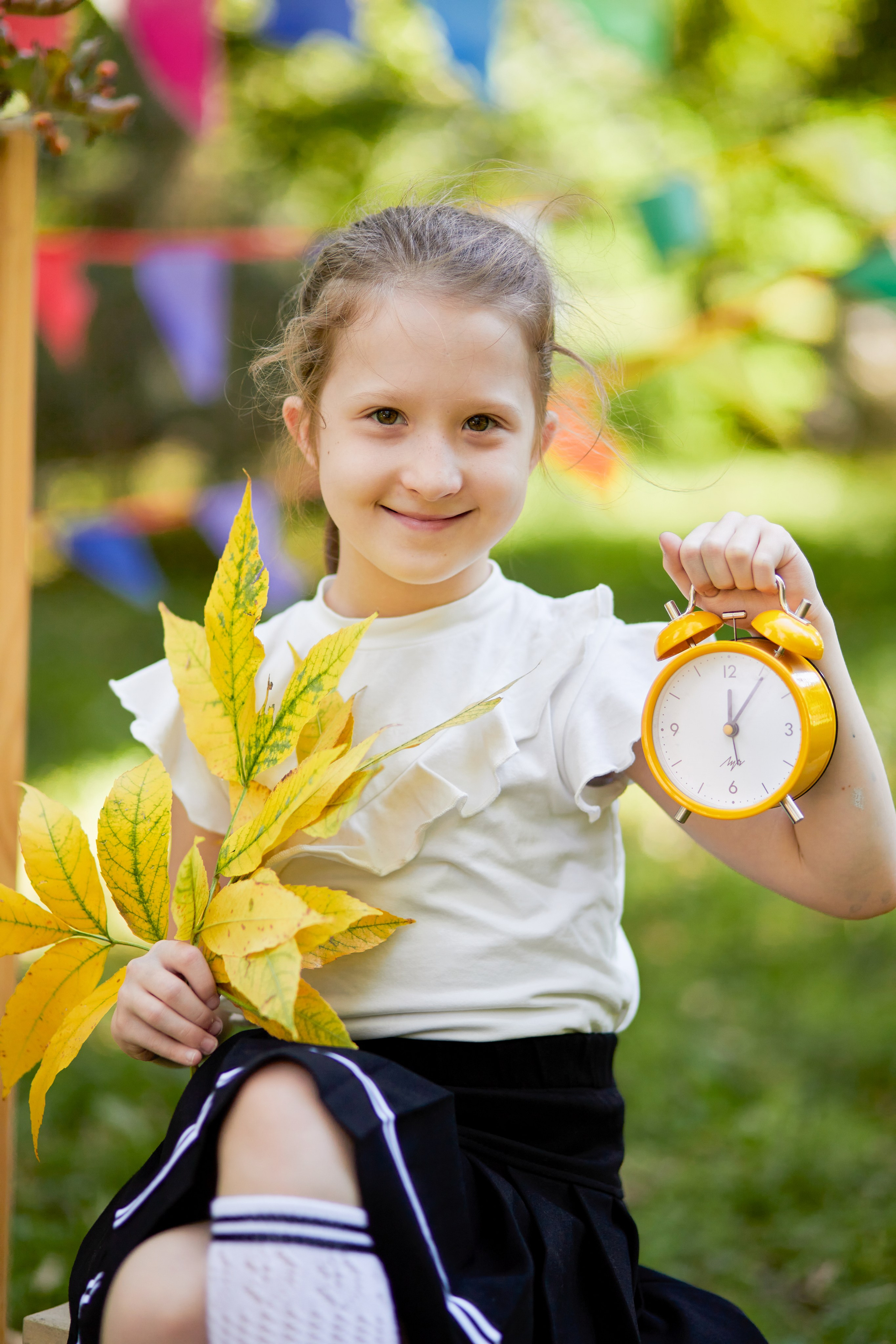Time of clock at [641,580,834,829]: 12:05
